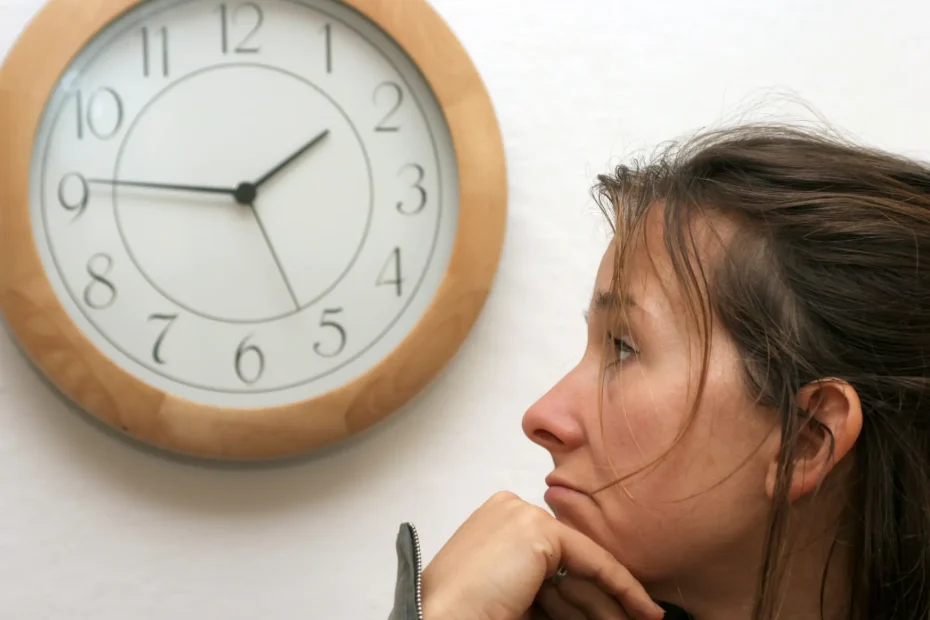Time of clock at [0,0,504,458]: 1:45
